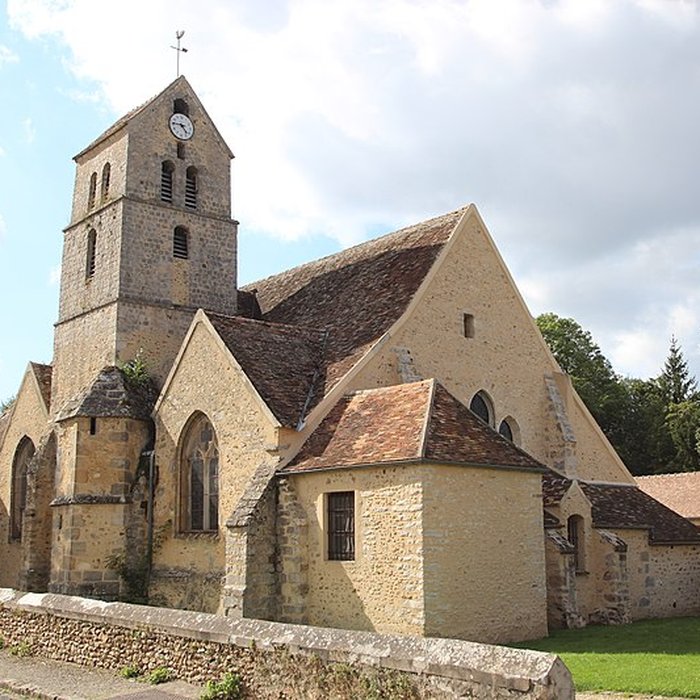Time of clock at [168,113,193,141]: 4:45
